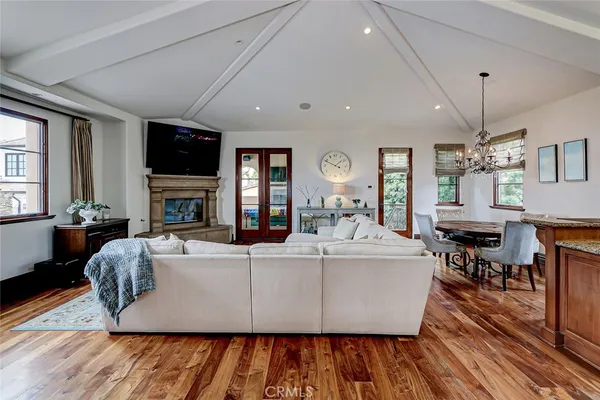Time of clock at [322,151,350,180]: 1:49
